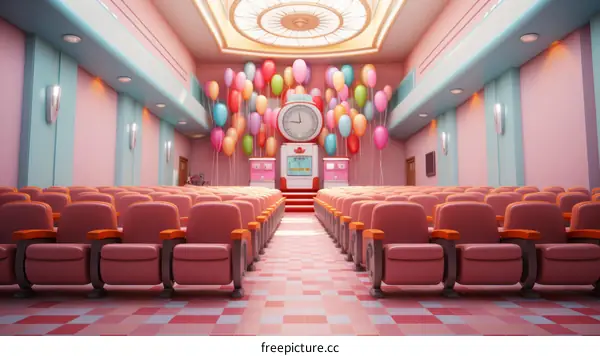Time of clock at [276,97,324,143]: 11:46
